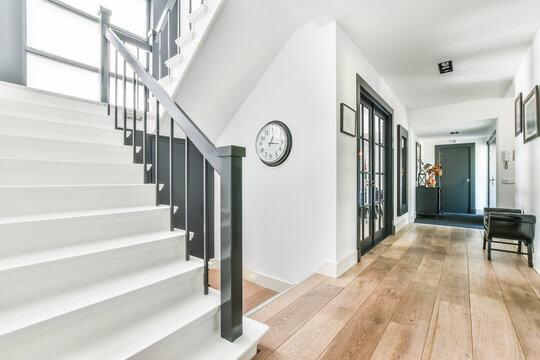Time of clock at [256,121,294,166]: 1:16
